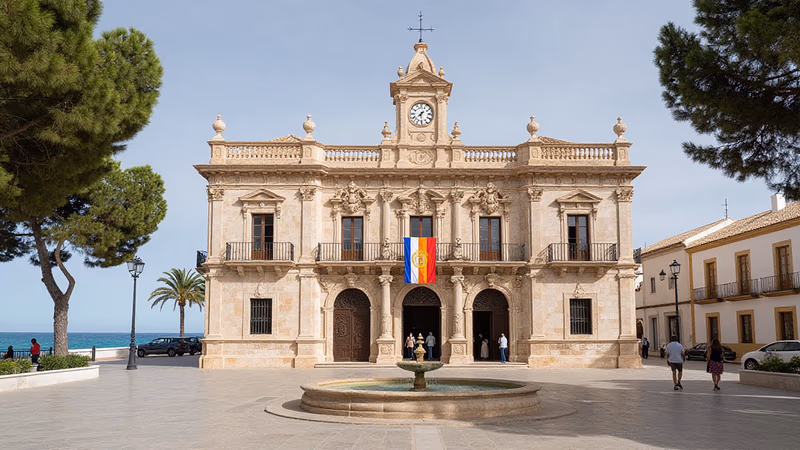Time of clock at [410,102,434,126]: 7:30
